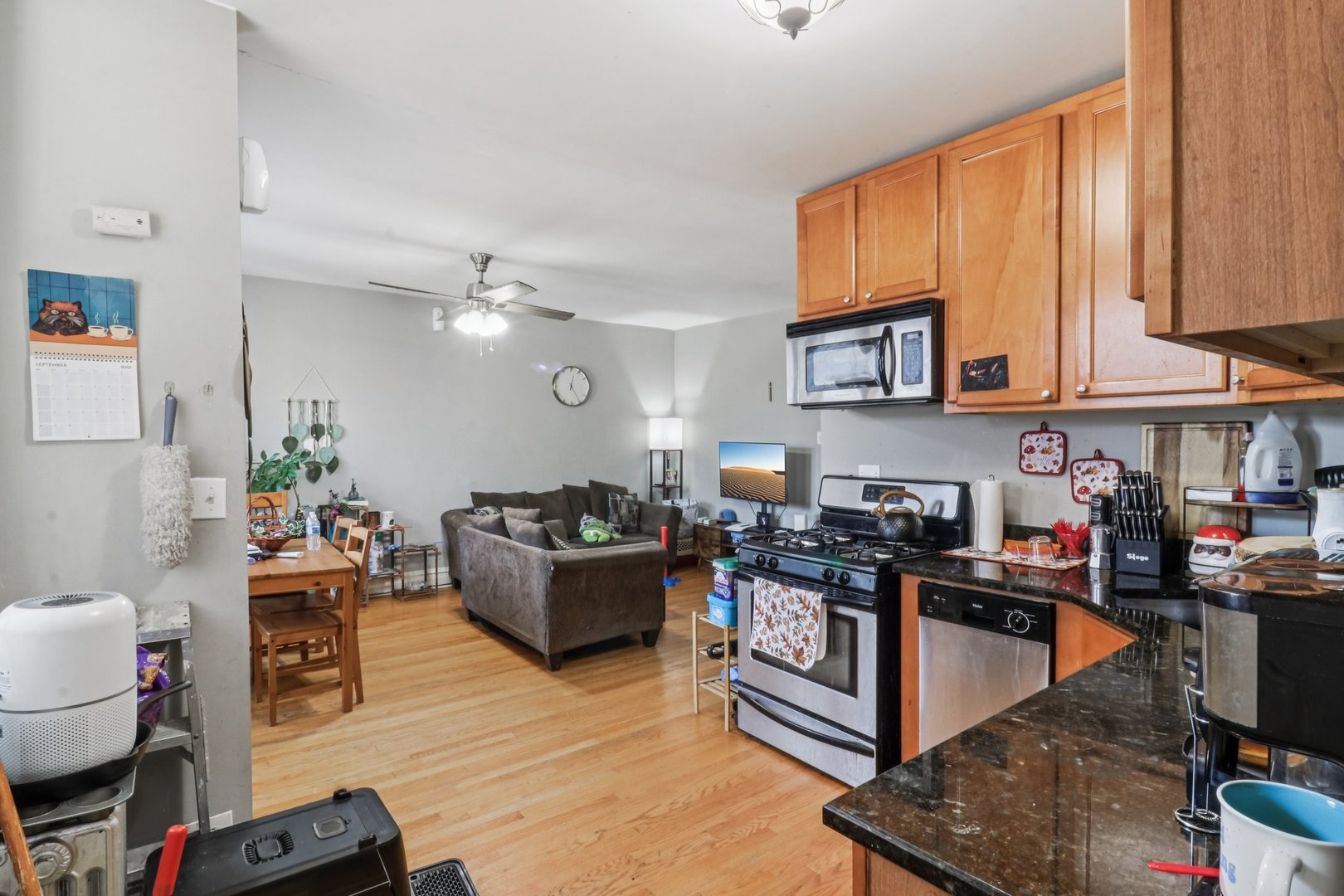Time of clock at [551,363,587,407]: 12:25
